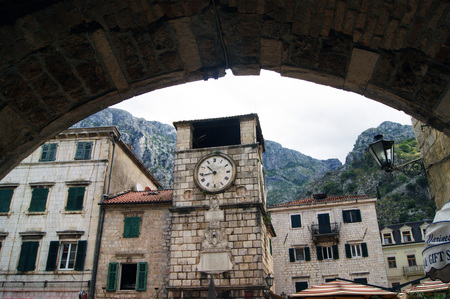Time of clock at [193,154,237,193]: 10:43
